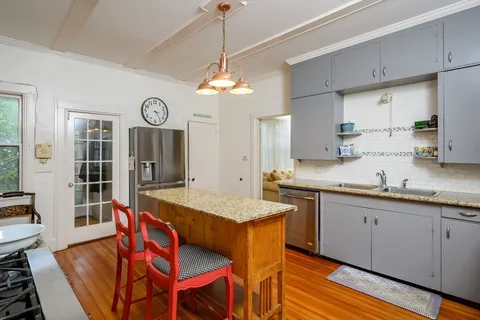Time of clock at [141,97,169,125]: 3:23
